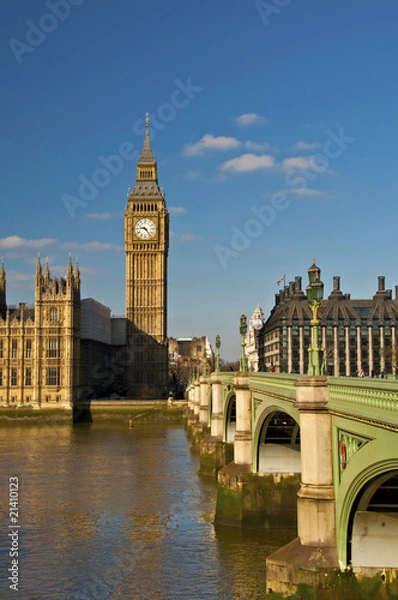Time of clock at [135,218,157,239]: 9:23
